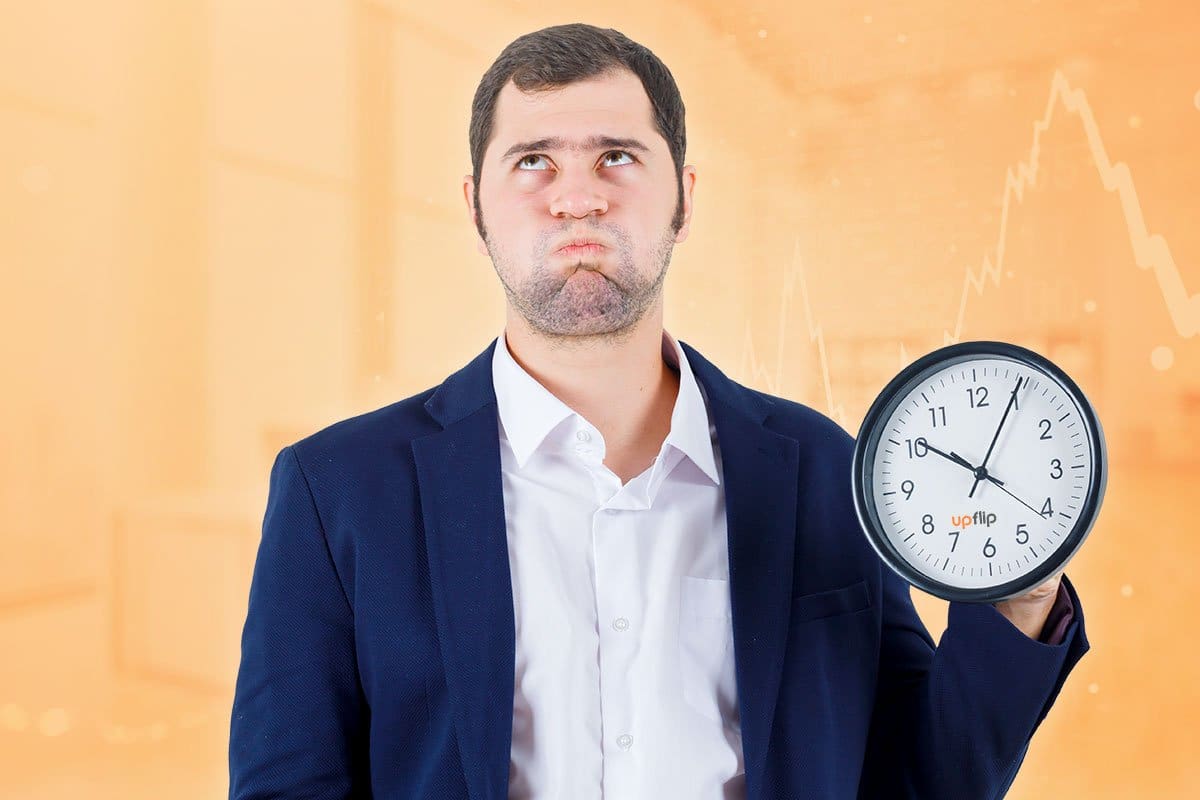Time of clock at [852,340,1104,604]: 10:04
